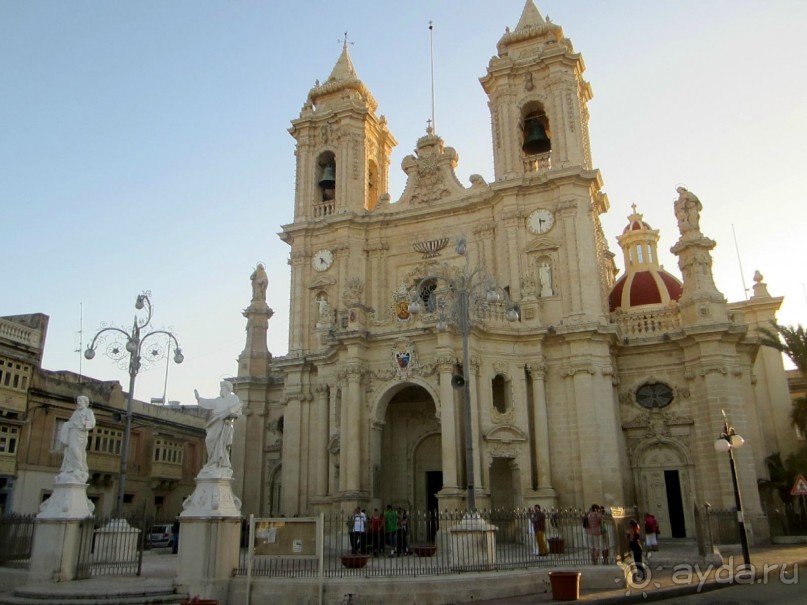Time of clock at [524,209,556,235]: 3:30
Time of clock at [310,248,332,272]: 6:22
